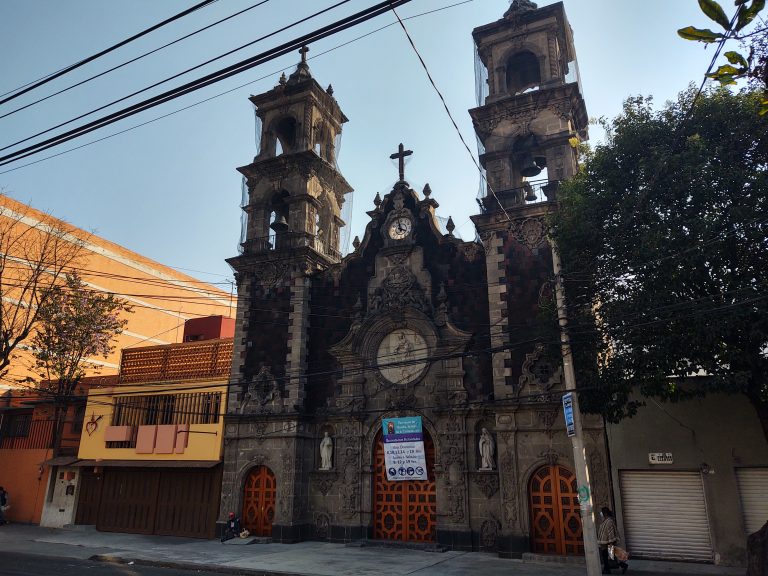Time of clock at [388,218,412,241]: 3:58
